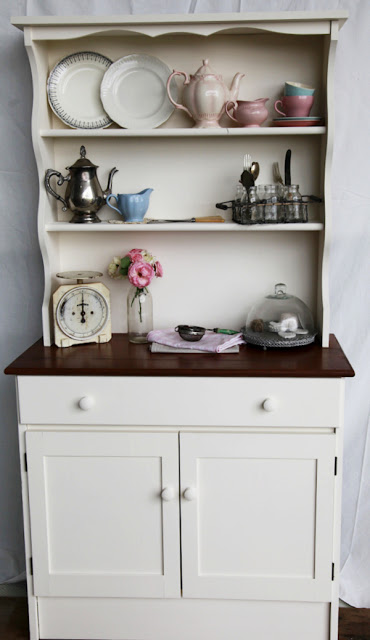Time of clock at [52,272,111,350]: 5:59
